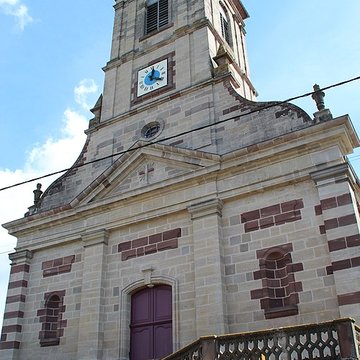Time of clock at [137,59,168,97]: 12:20
